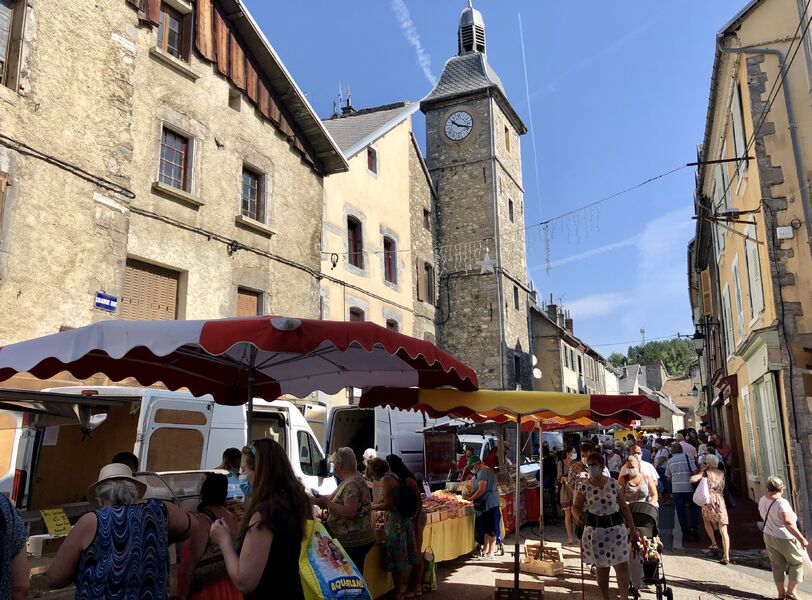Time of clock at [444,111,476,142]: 10:17
